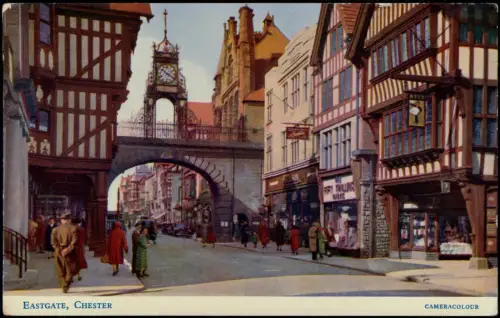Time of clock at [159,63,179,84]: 3:51
